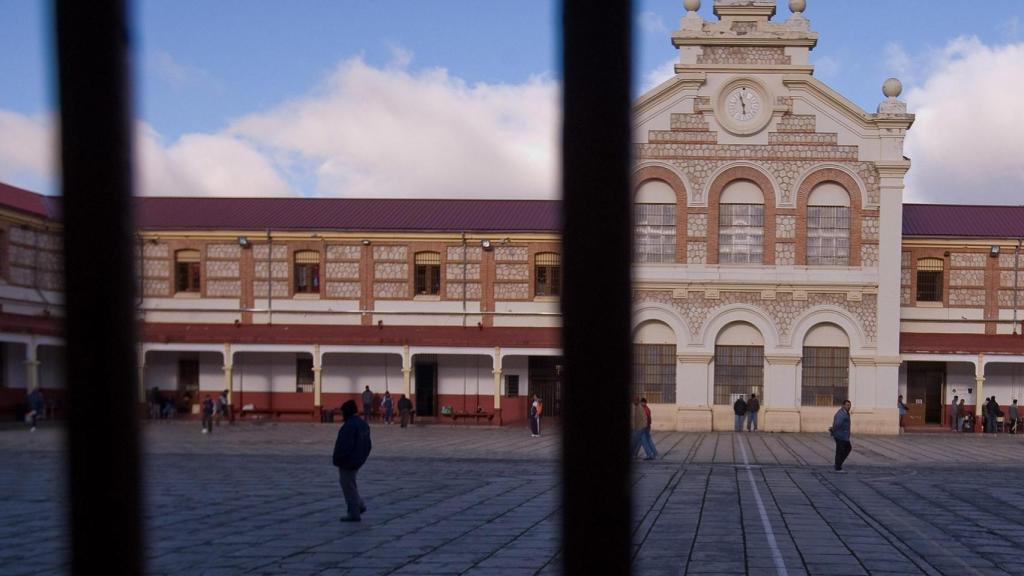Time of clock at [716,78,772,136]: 11:28
